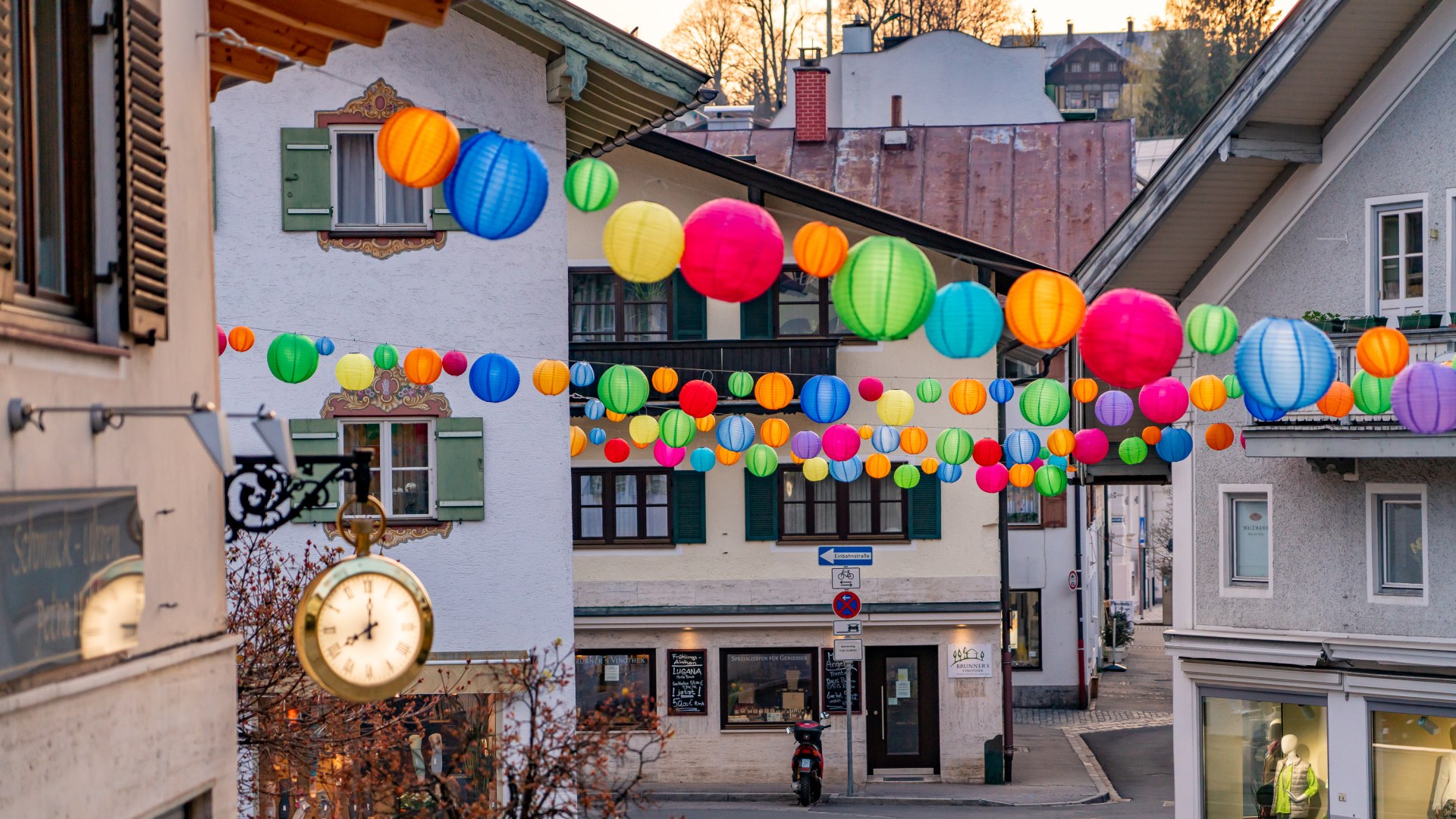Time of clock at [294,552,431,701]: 8:00
